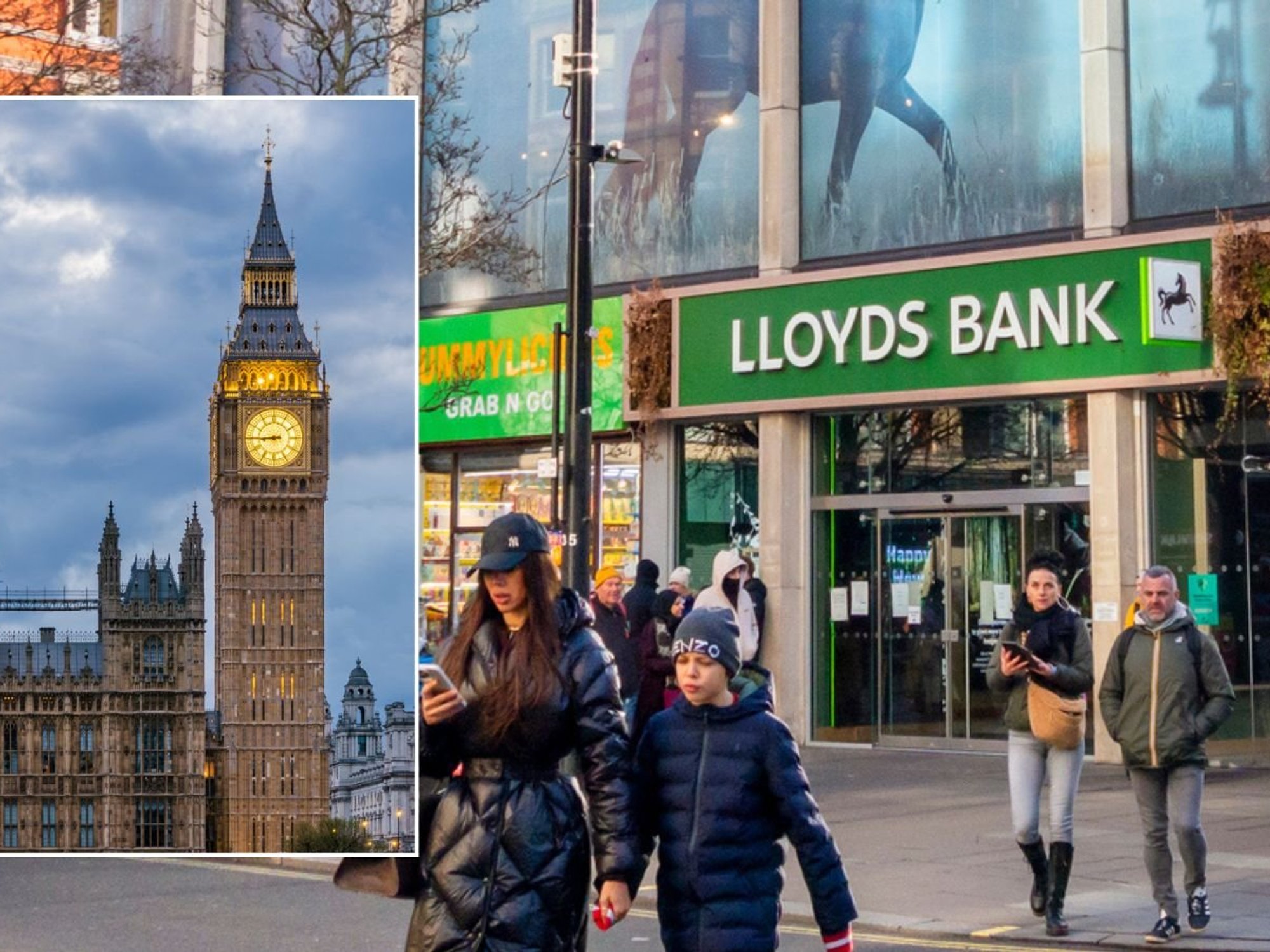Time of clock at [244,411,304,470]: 8:44
